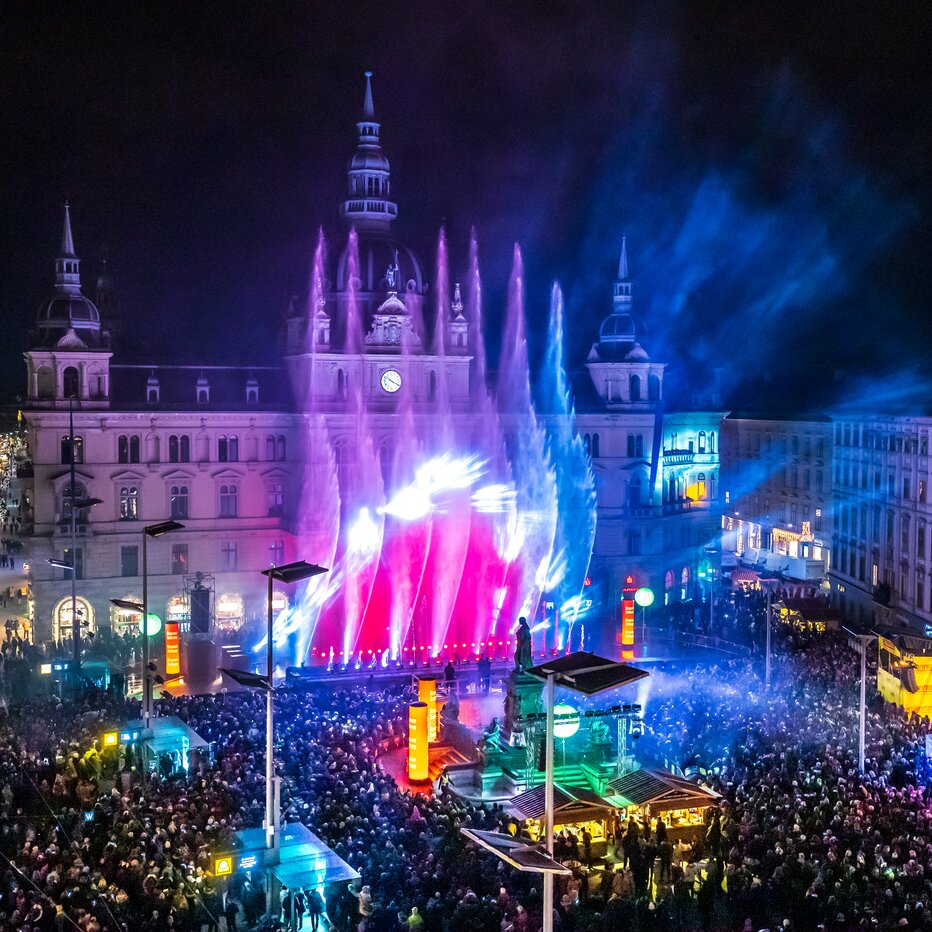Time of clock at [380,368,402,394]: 10:19
